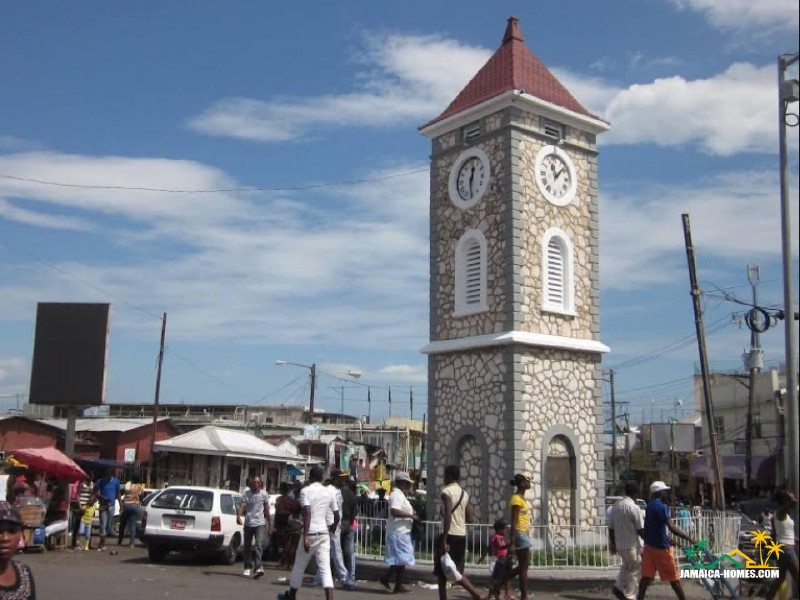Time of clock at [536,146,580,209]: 11:07
